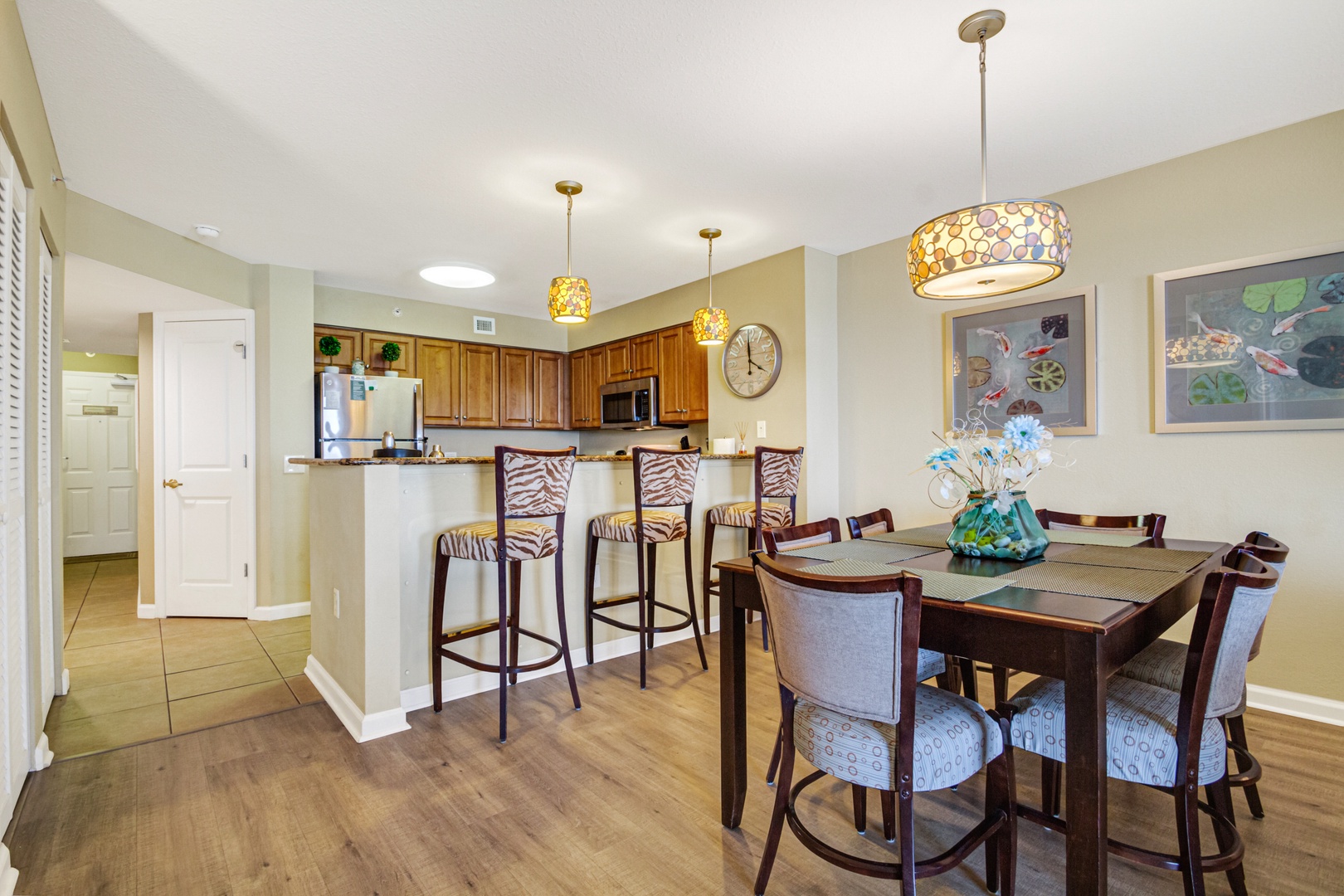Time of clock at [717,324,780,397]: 3:59
